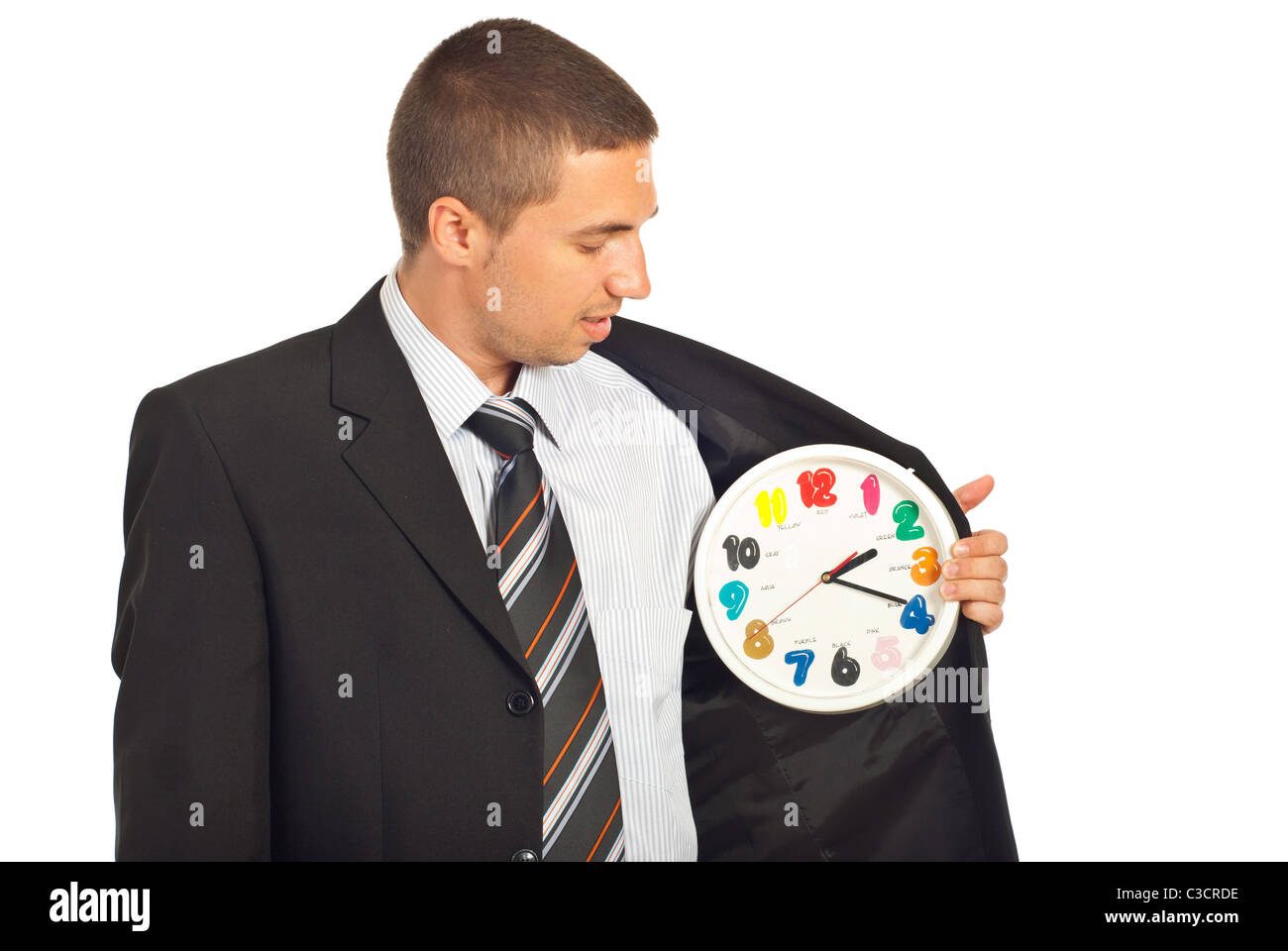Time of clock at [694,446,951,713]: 2:19
